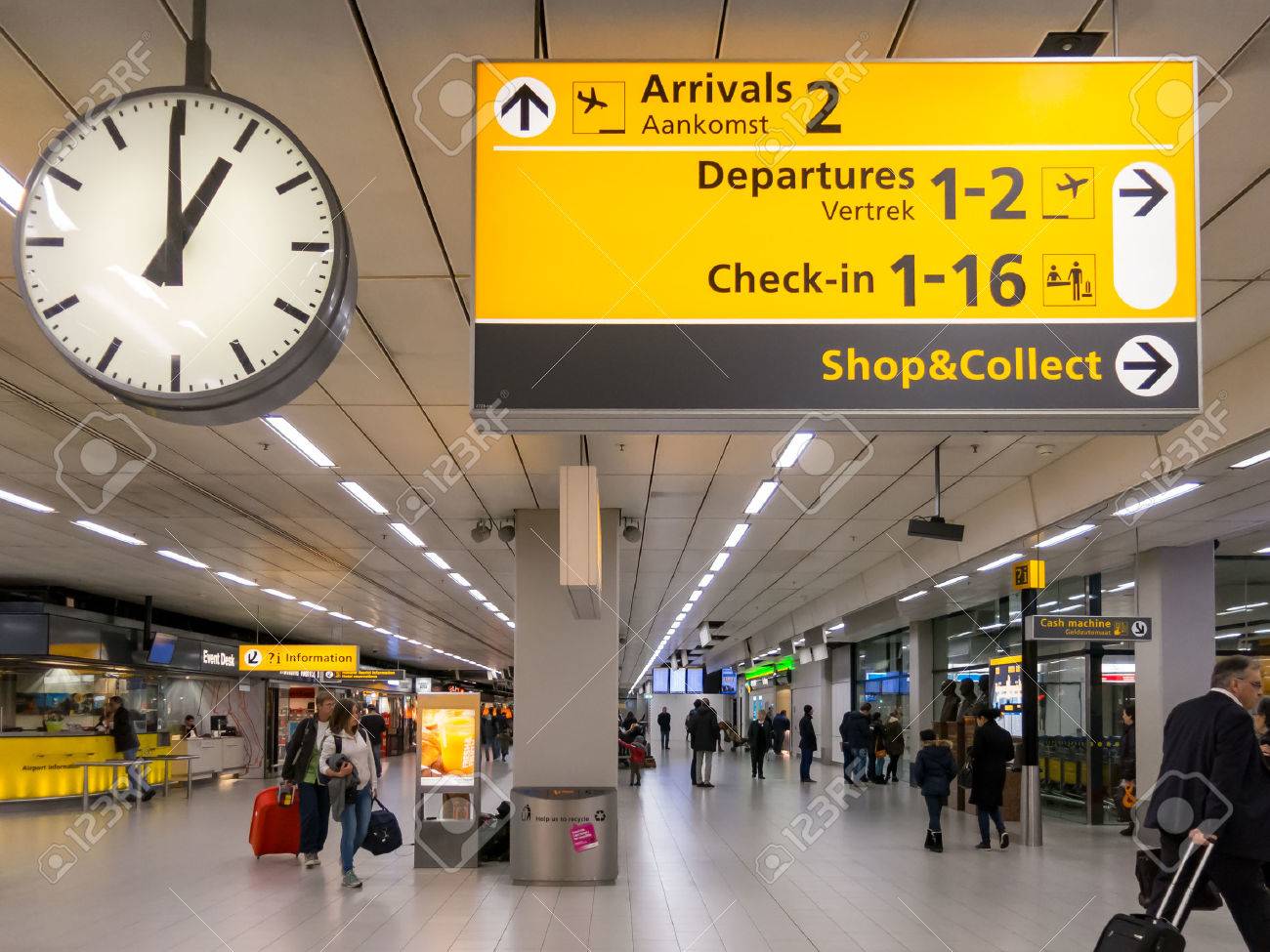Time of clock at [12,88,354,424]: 12:59
